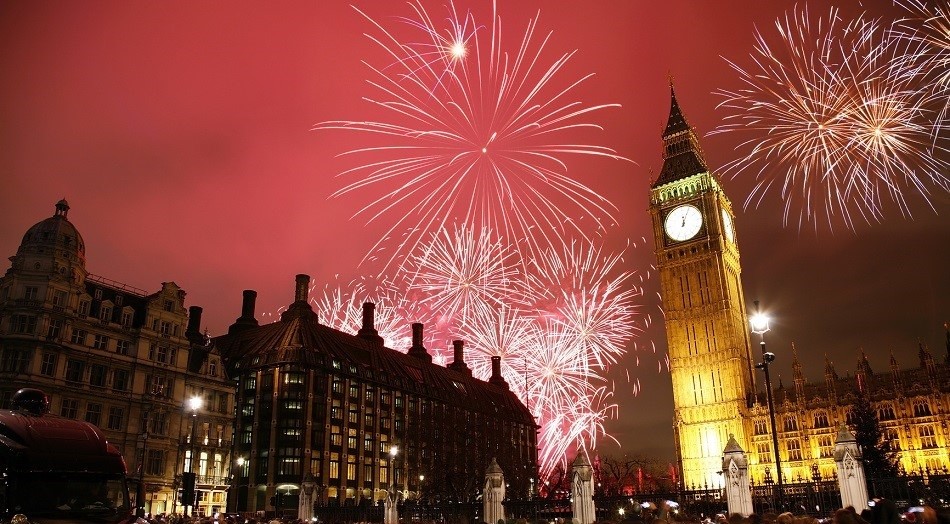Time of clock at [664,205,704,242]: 12:04
